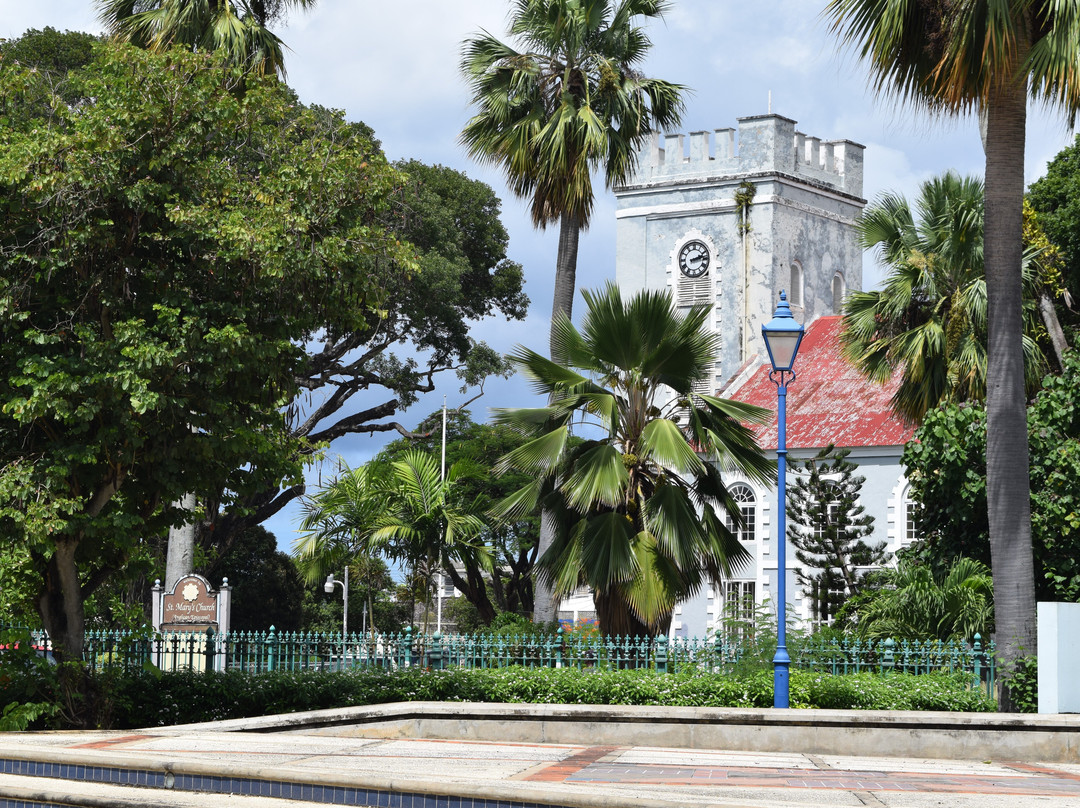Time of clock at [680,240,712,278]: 2:13
